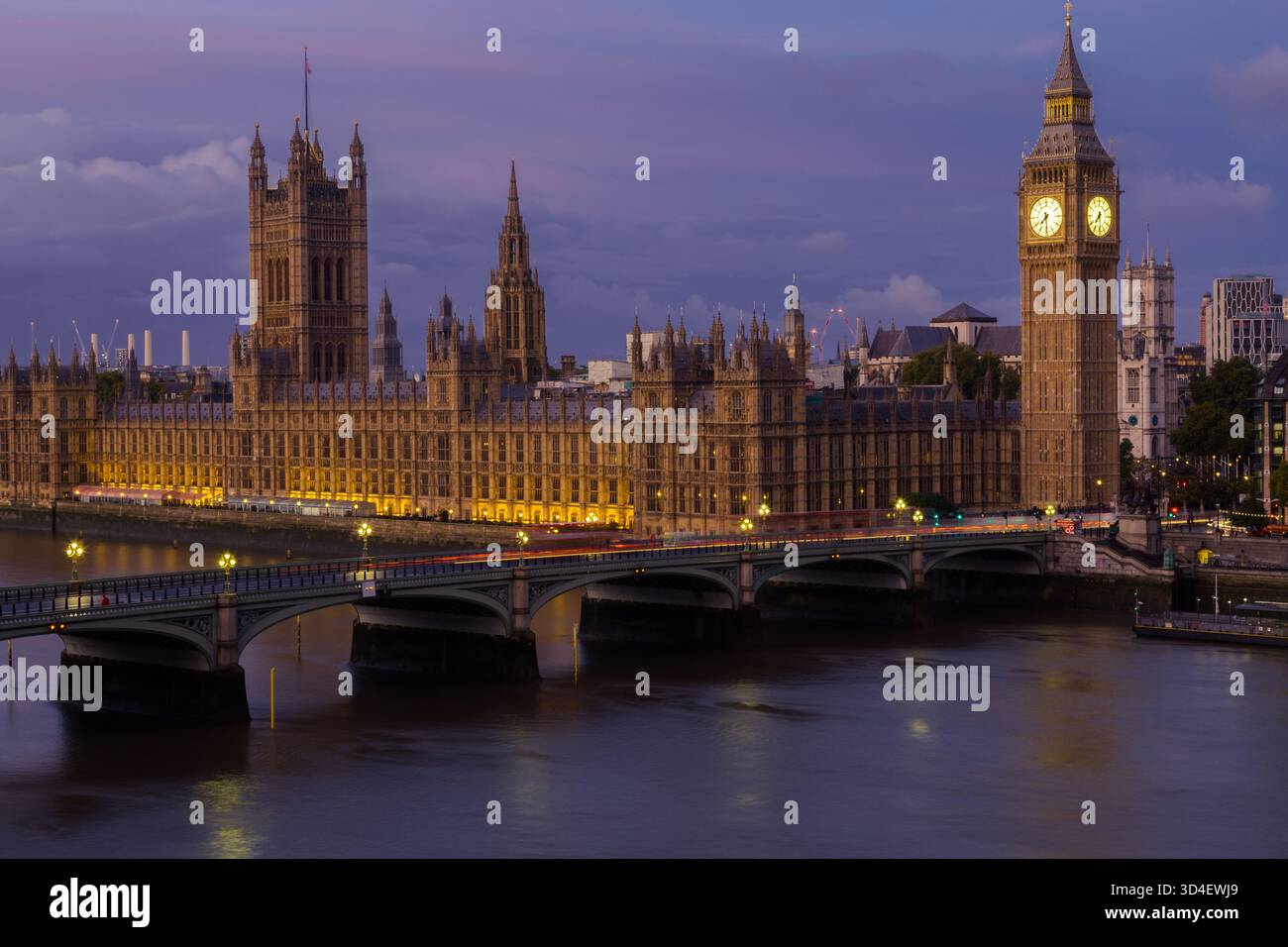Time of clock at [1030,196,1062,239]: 7:29
